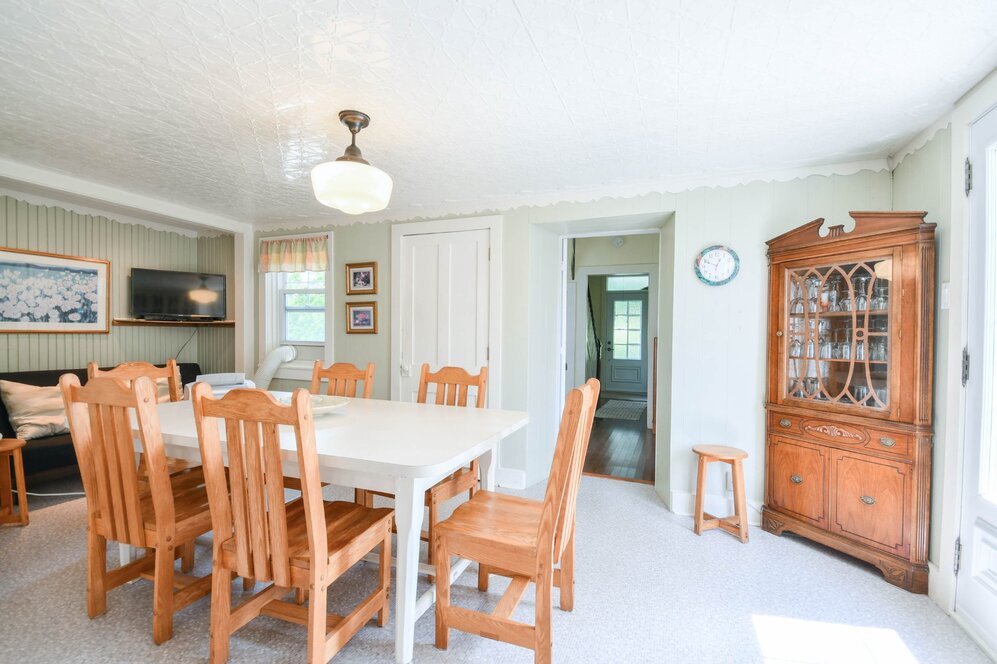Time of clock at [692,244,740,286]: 12:48
